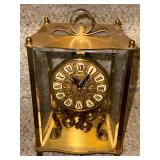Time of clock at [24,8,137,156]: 11:06
